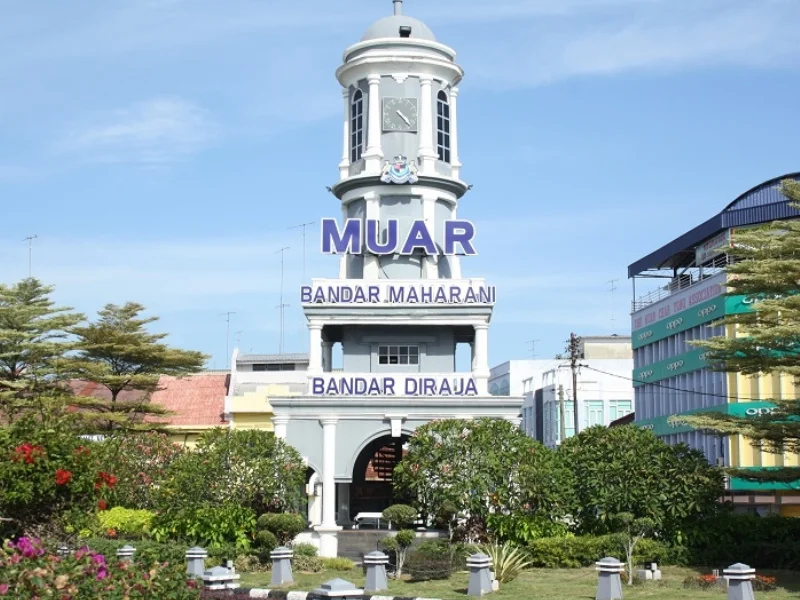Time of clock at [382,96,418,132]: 4:22
